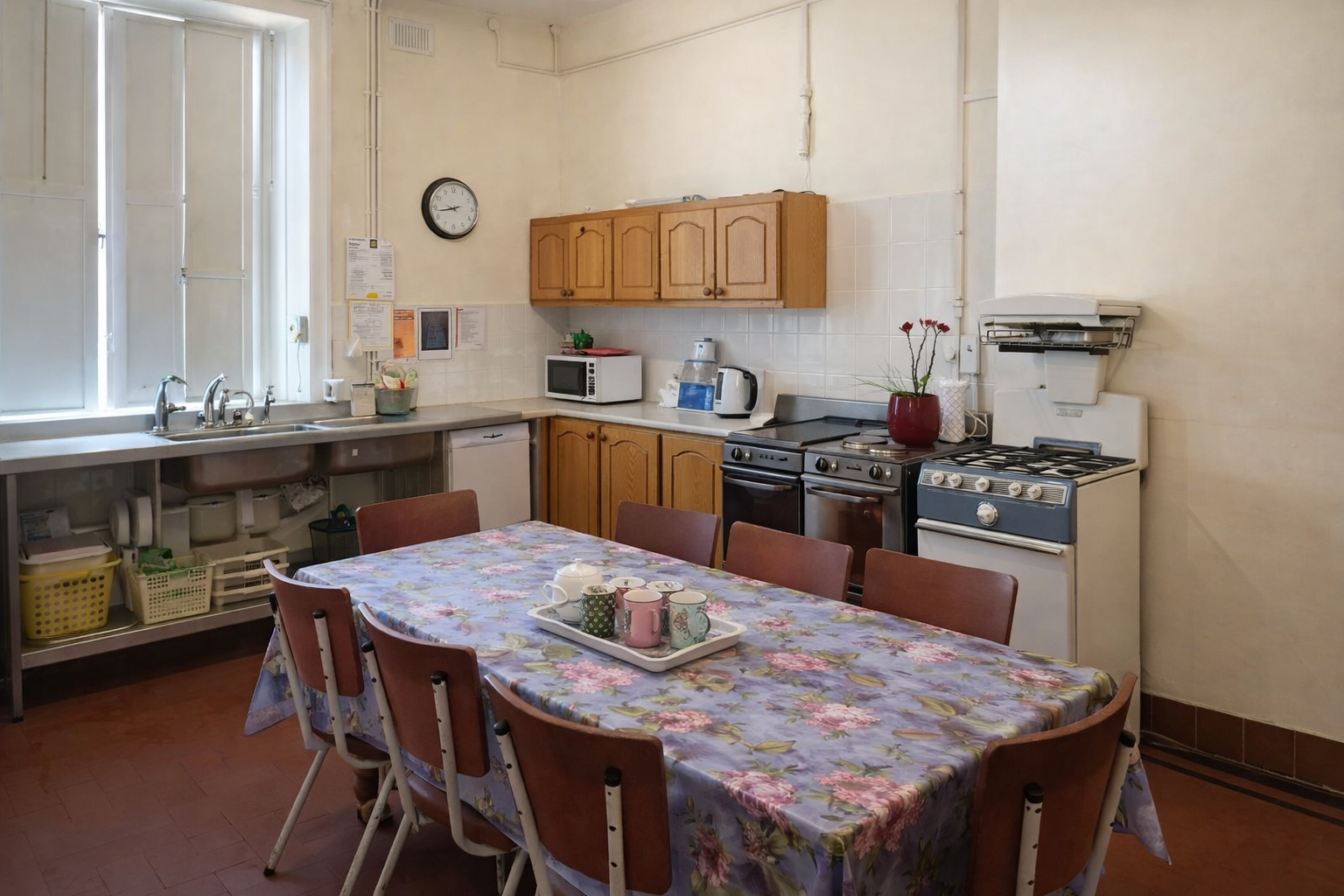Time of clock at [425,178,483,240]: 8:43
